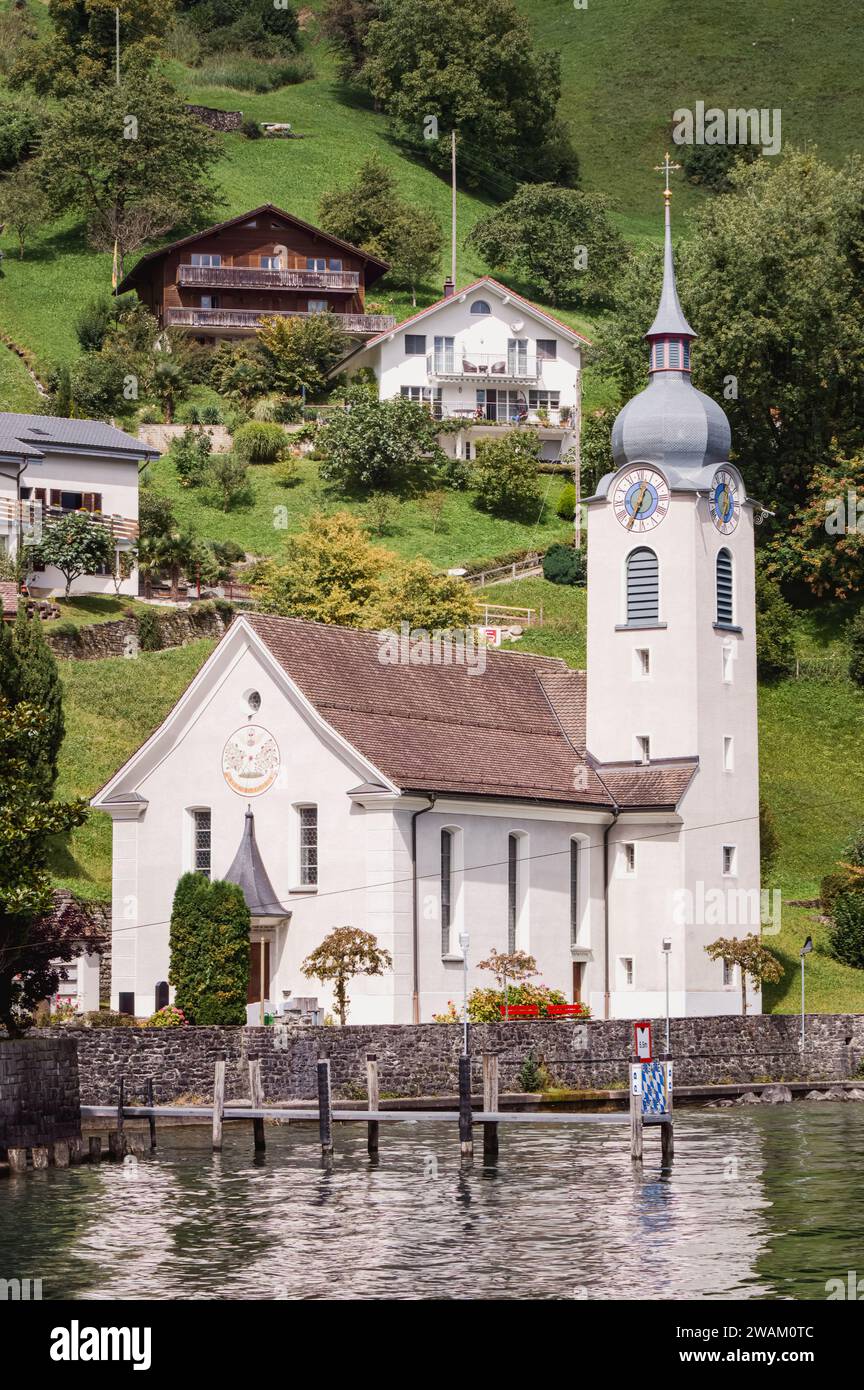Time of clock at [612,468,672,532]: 12:34
